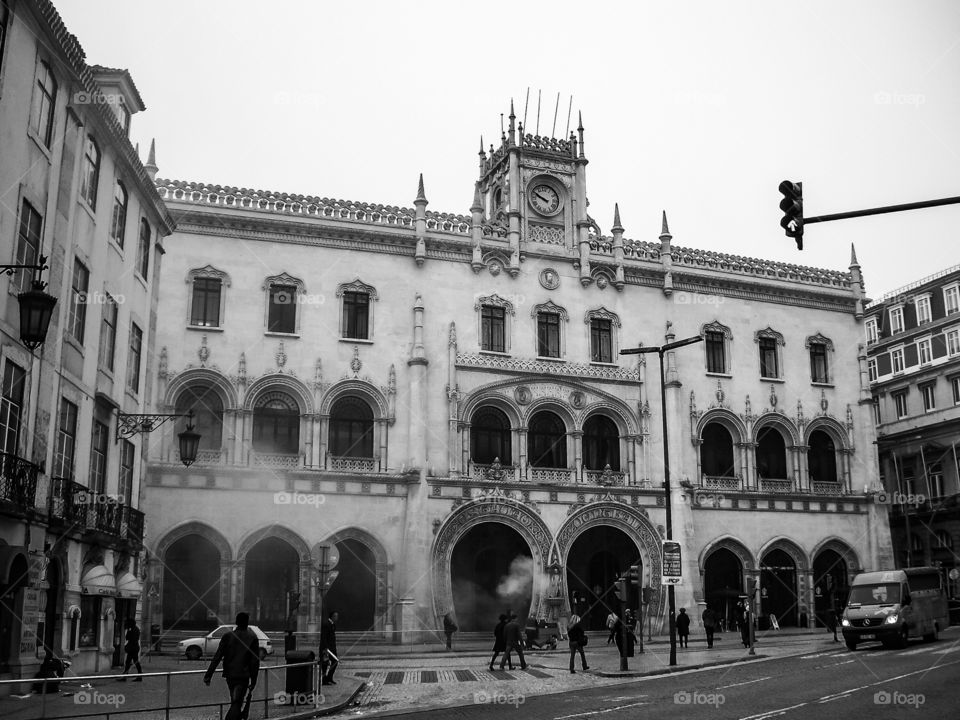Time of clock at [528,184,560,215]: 9:50
